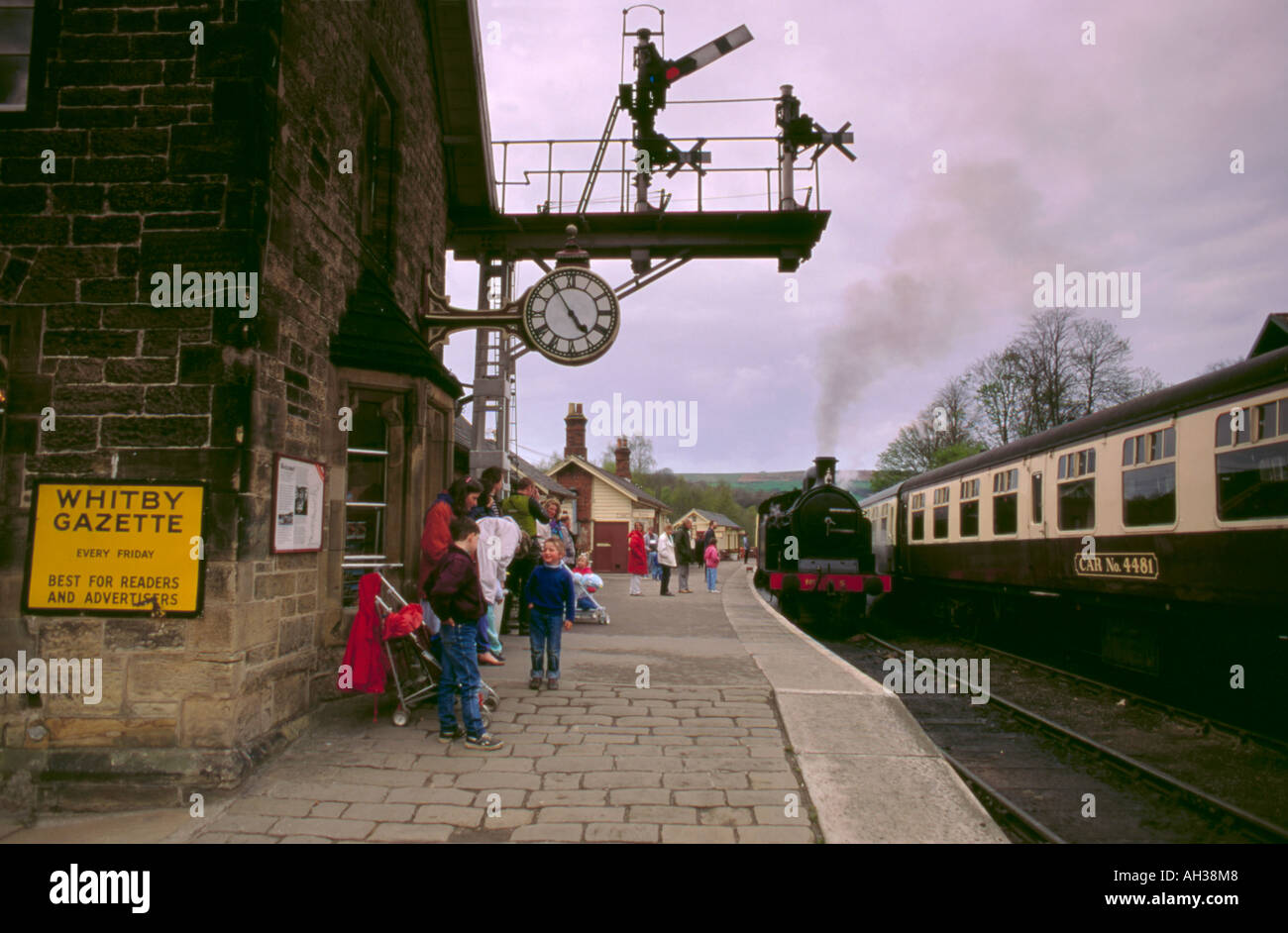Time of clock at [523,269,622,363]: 4:54
